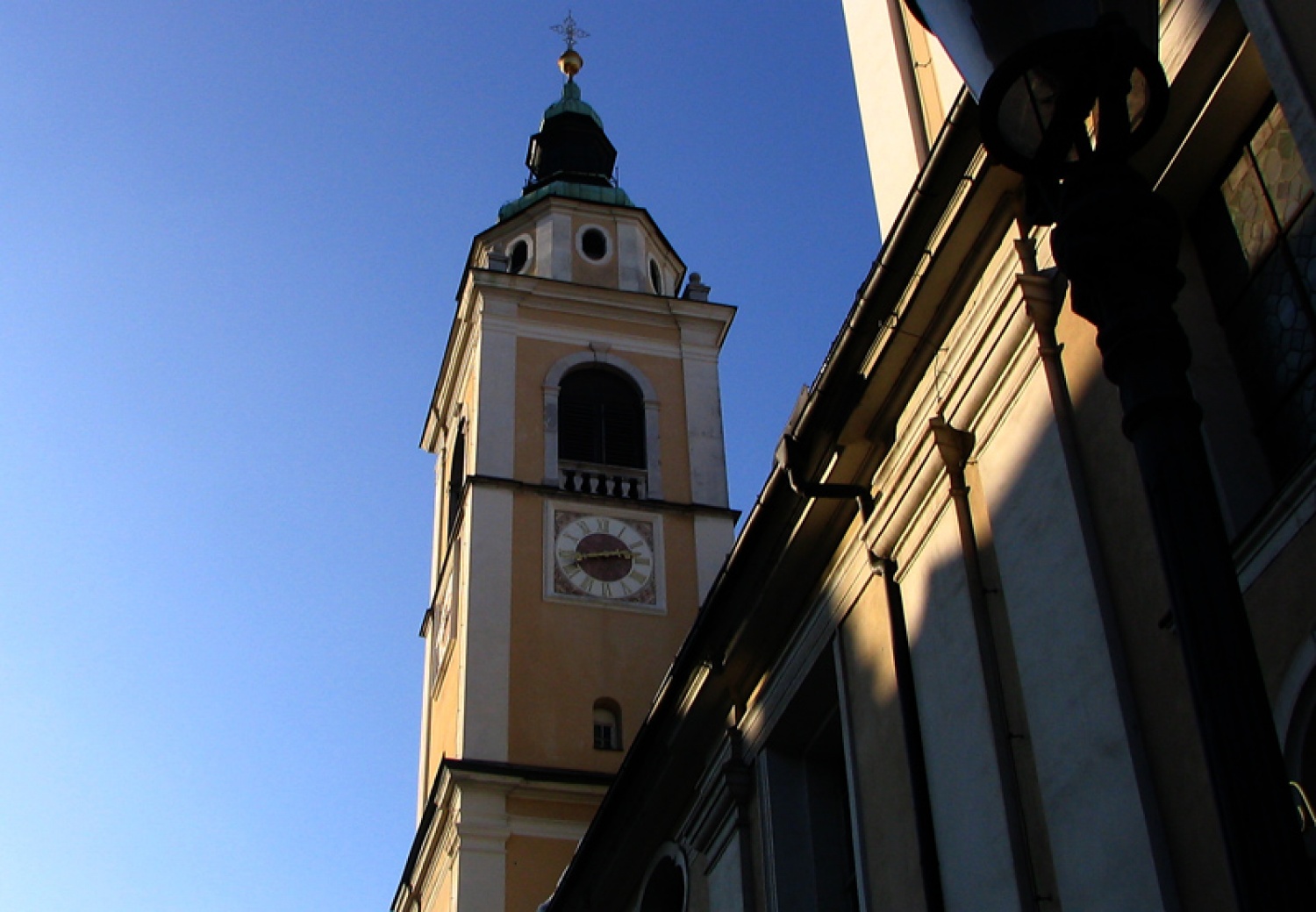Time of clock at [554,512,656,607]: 2:42
